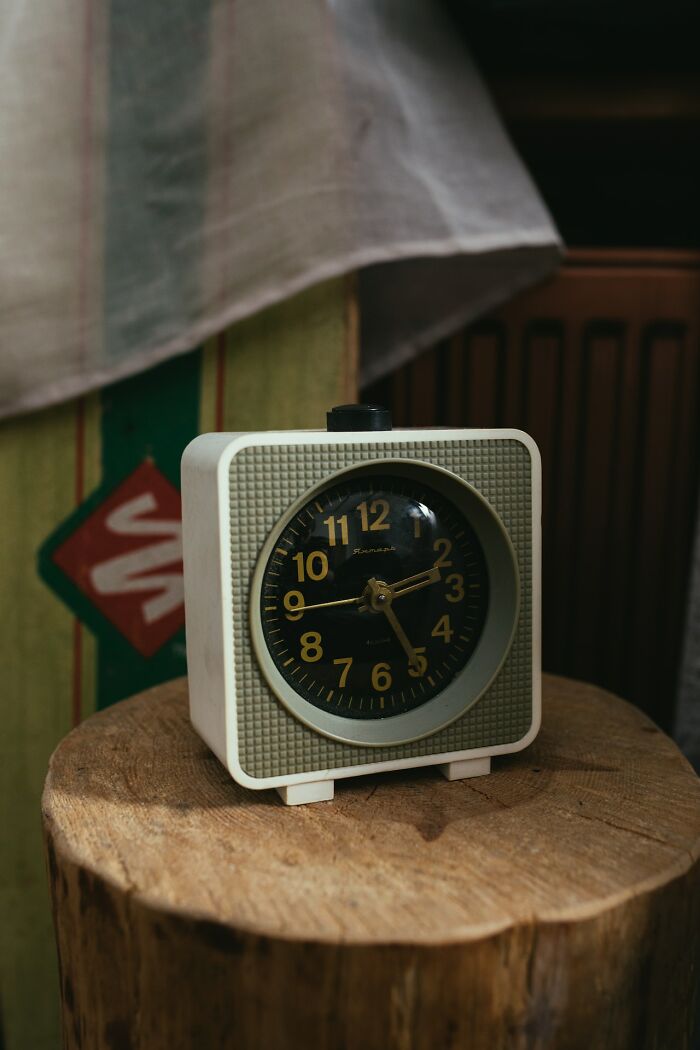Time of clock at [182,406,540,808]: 2:25
